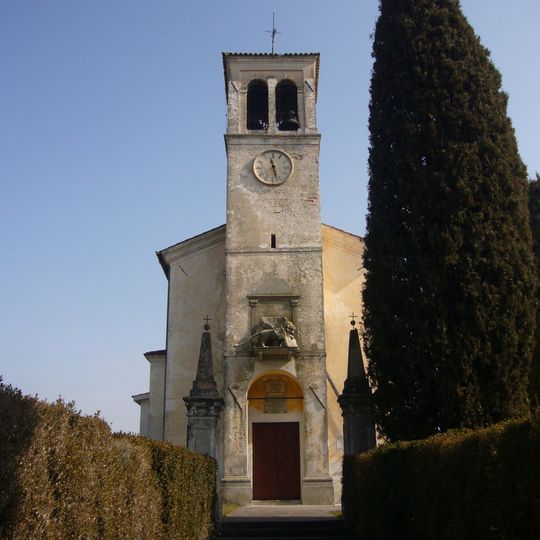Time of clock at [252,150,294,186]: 11:27
